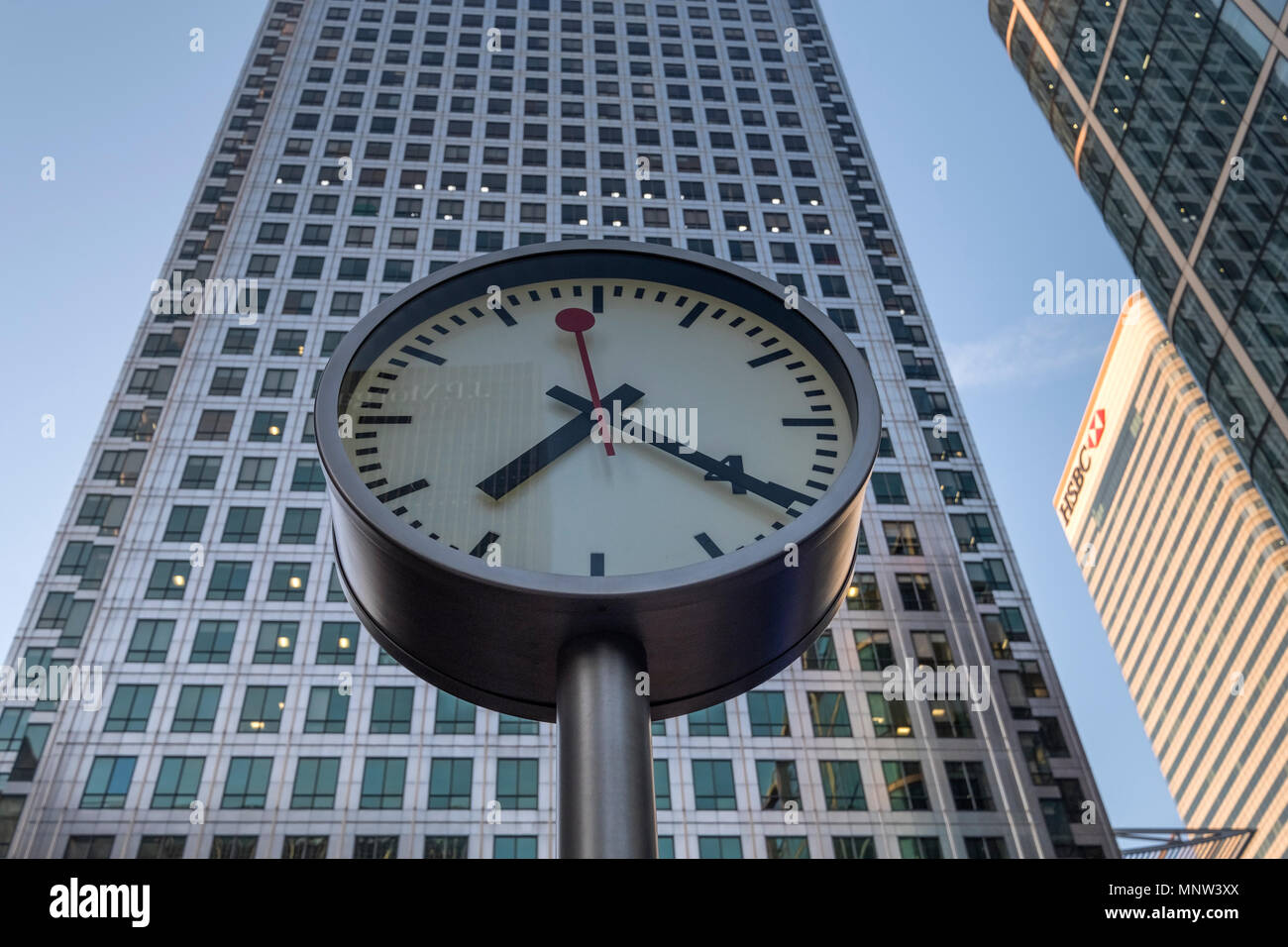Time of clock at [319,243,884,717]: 7:19
